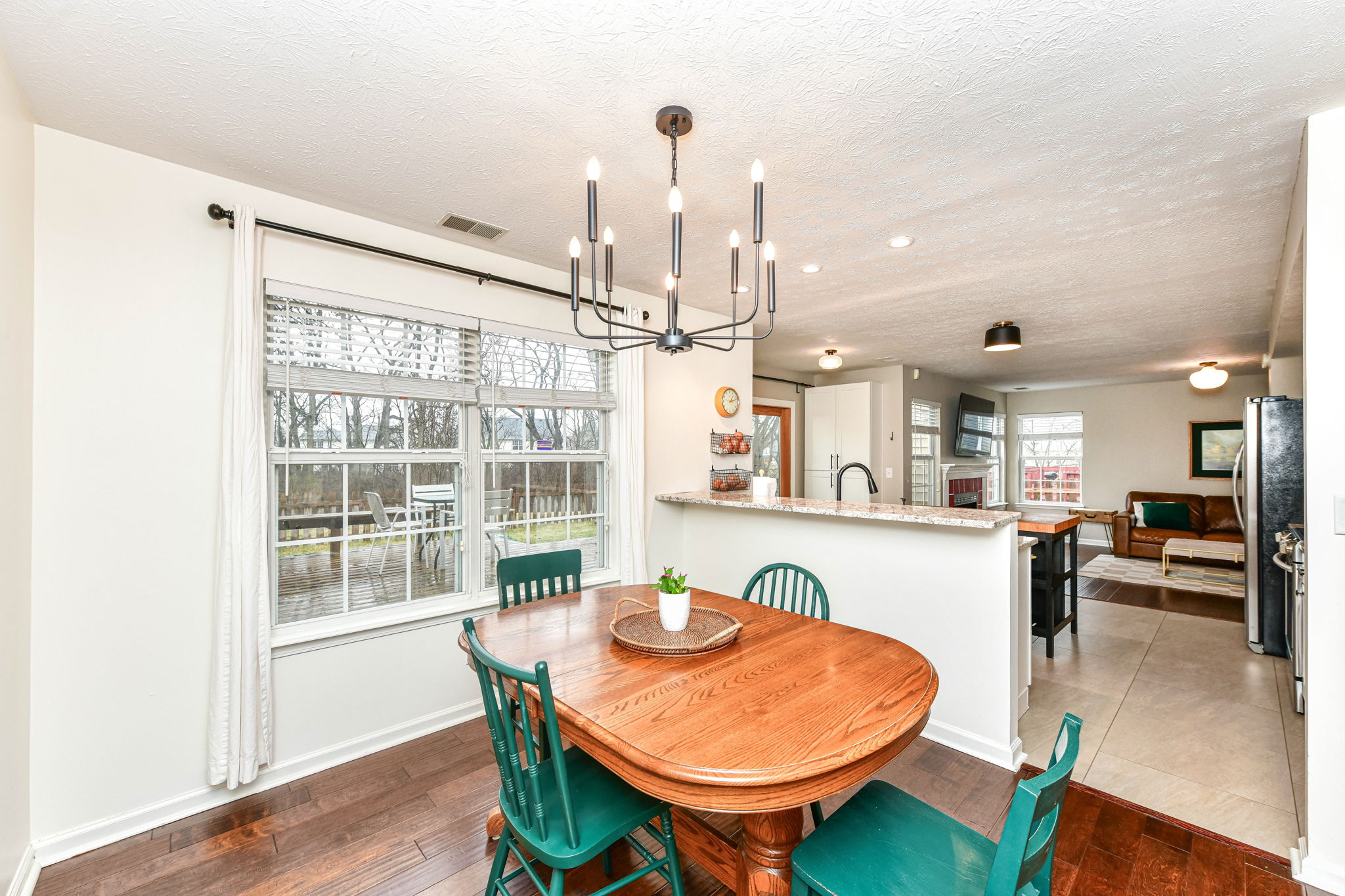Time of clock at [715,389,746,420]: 1:12
